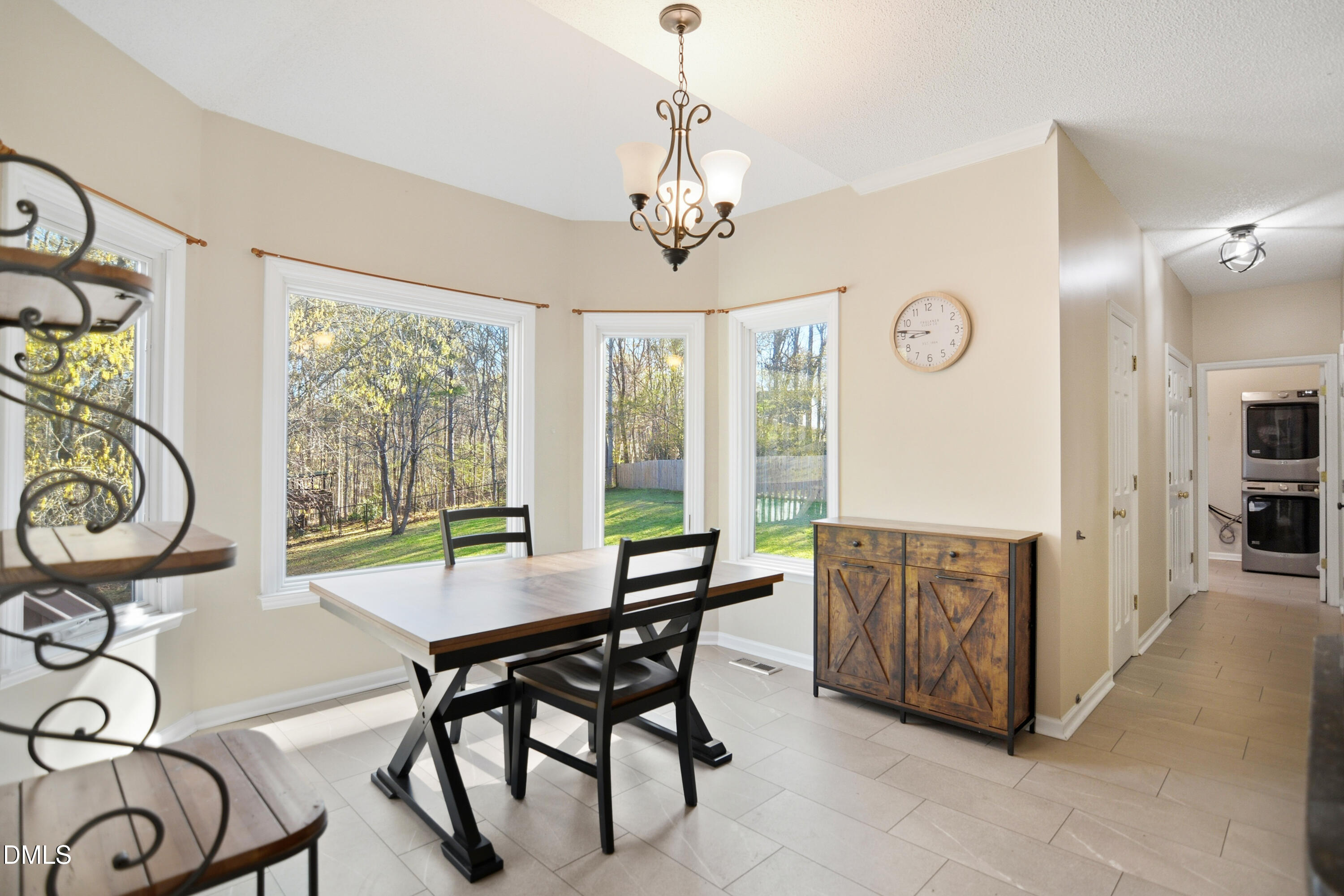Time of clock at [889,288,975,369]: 8:46
